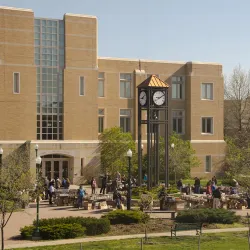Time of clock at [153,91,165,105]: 9:09
